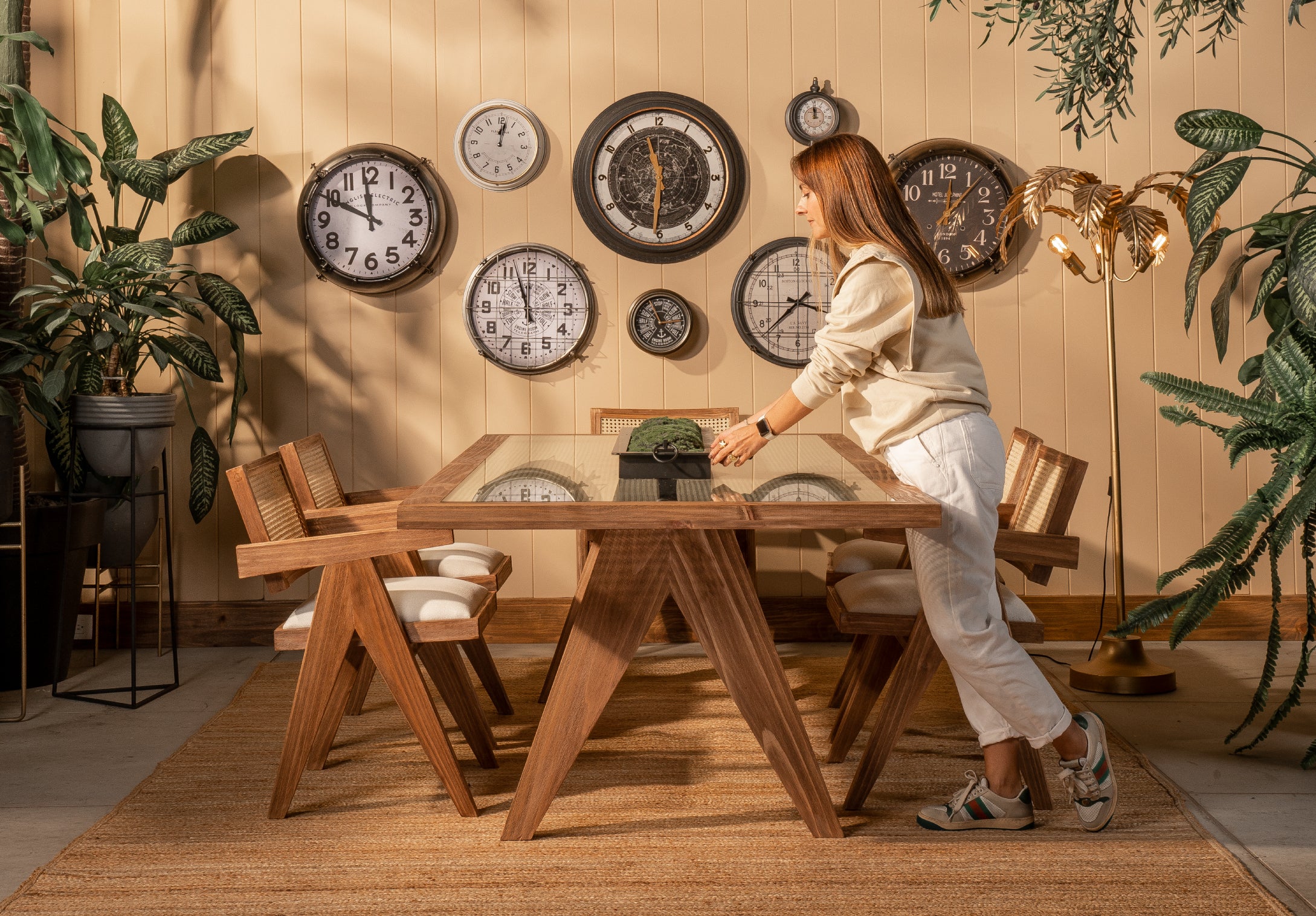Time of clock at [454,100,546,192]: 12:01
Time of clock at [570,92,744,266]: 11:30
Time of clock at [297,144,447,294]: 11:49
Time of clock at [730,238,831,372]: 3:38
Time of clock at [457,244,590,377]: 11:56
